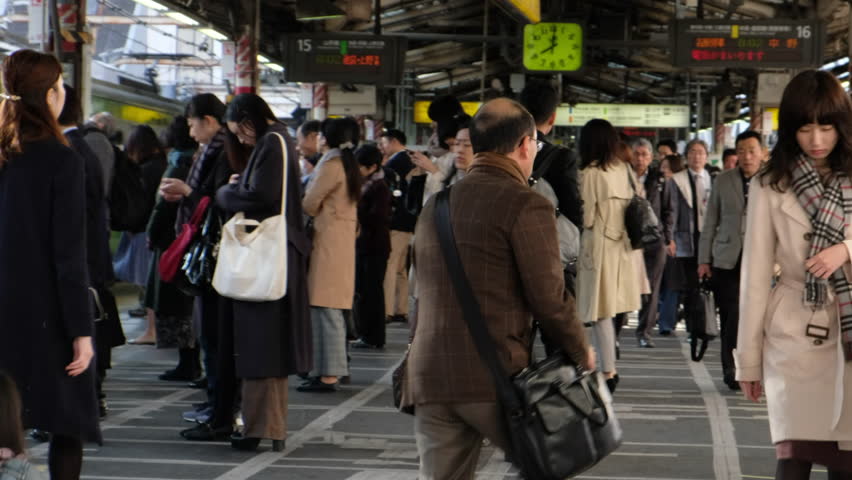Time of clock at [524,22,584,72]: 8:00
